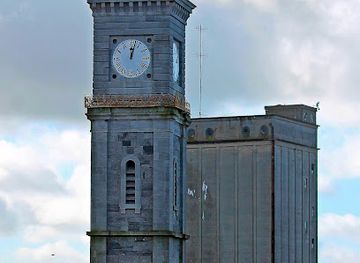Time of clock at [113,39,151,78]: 12:02
